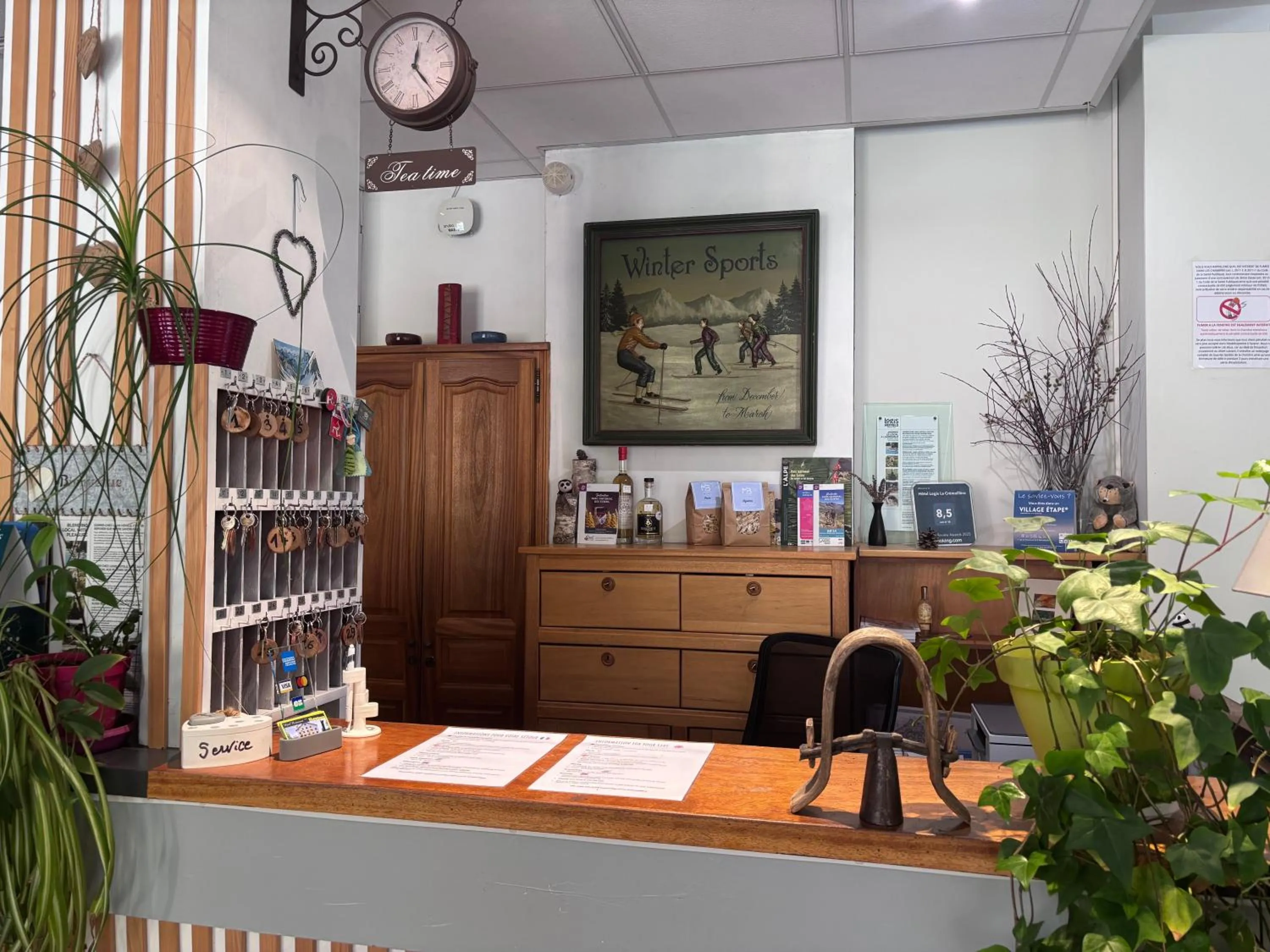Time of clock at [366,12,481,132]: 12:23
